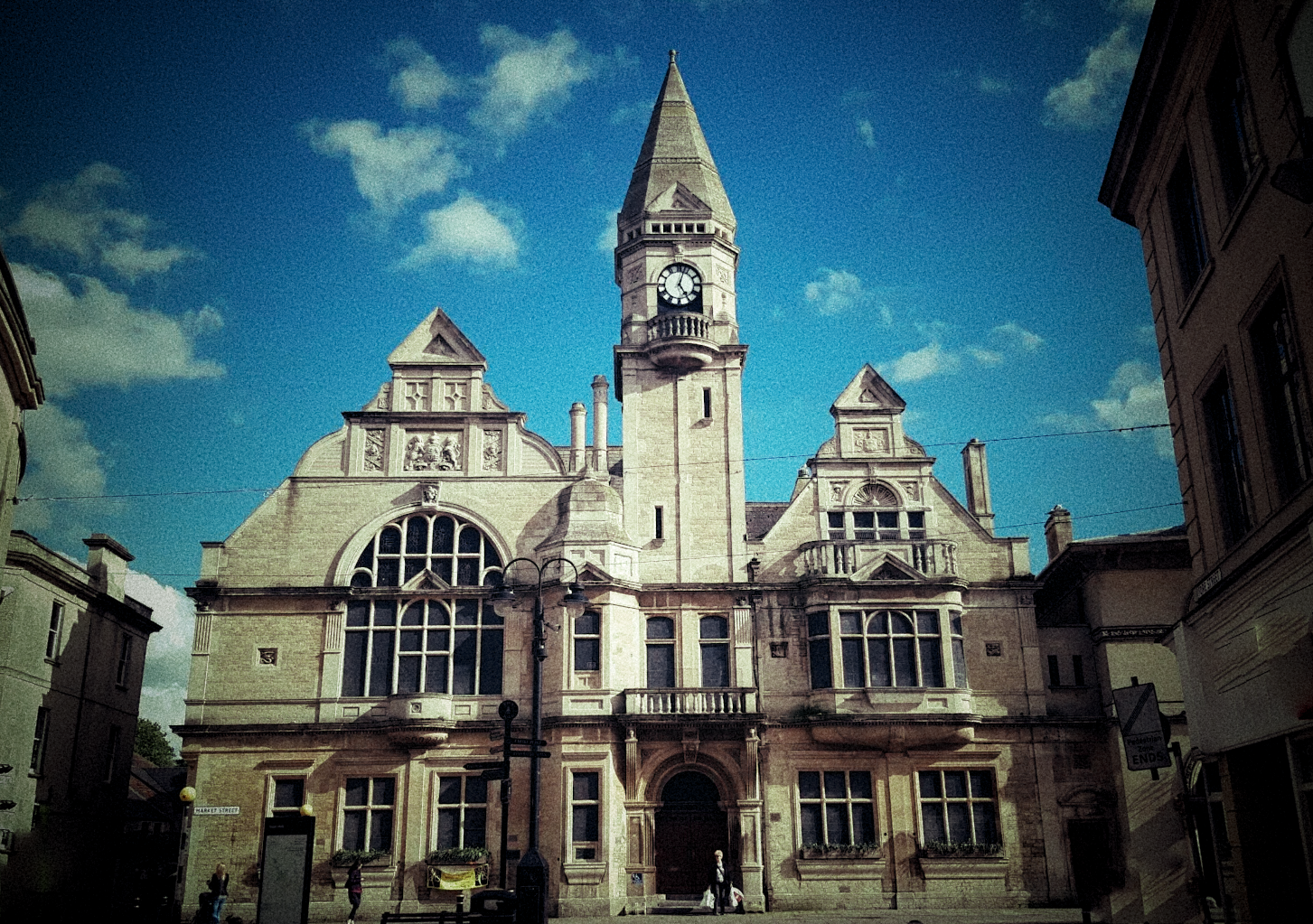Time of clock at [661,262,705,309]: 5:03
